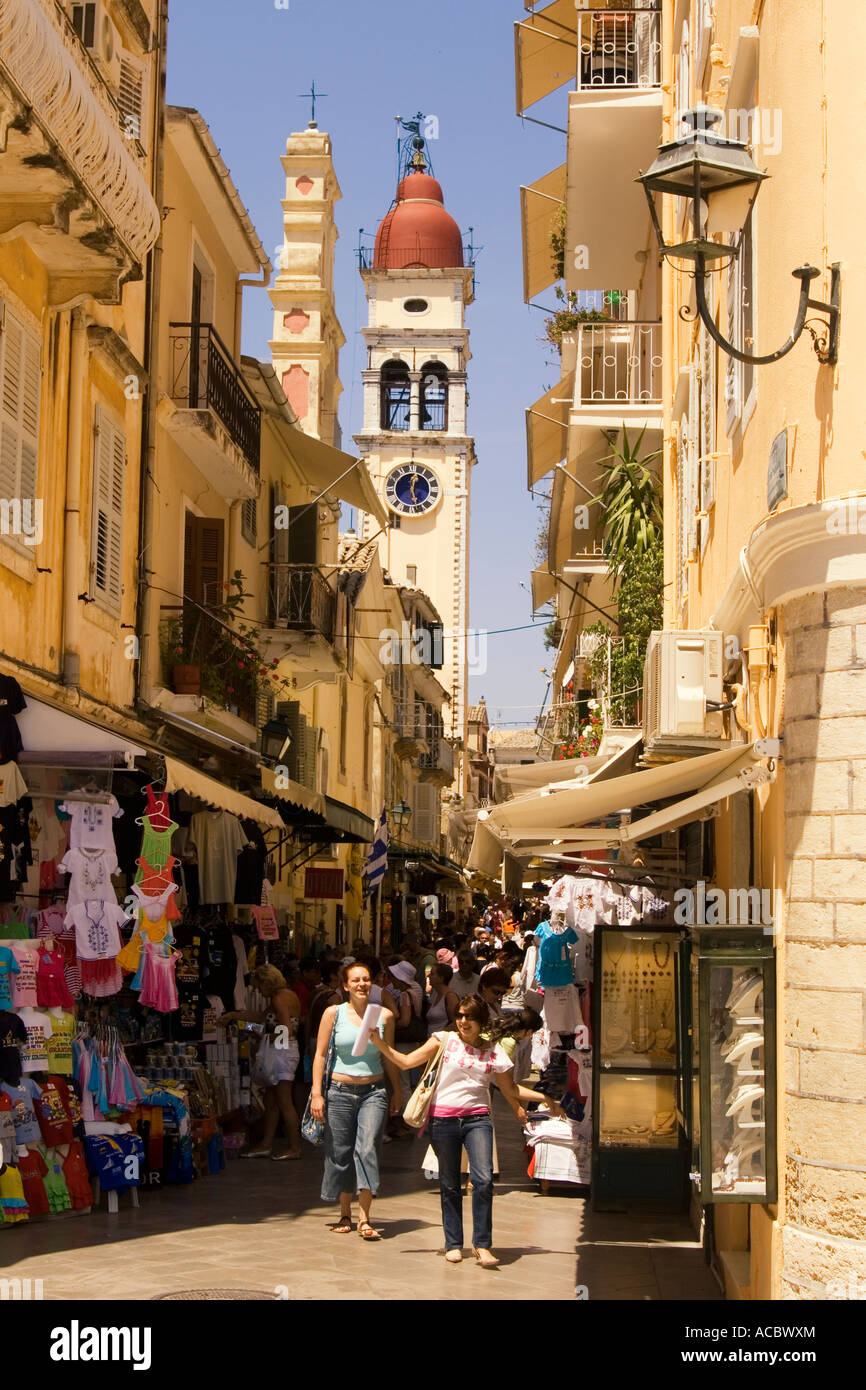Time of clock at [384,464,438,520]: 12:26
